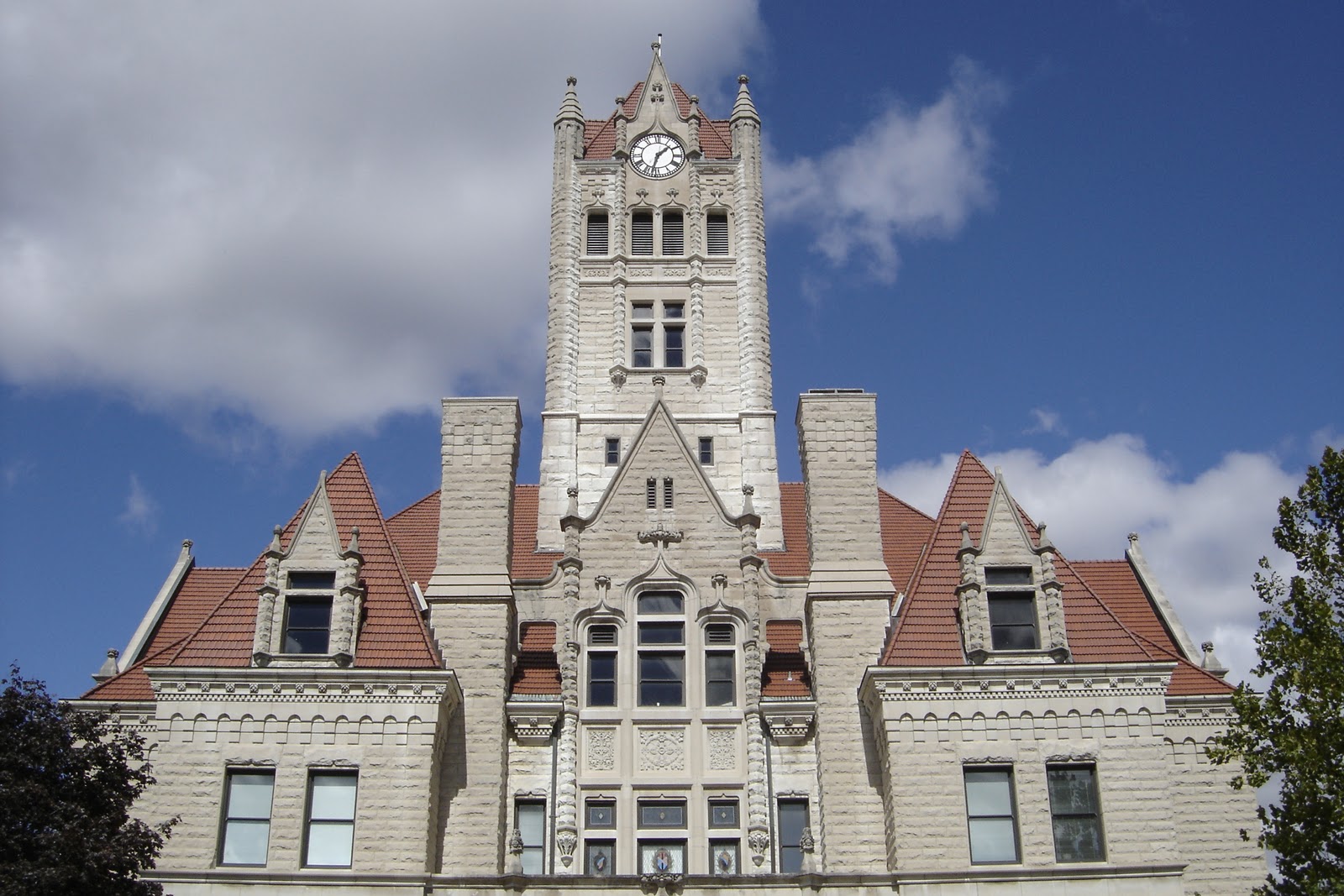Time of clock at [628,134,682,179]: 1:32
